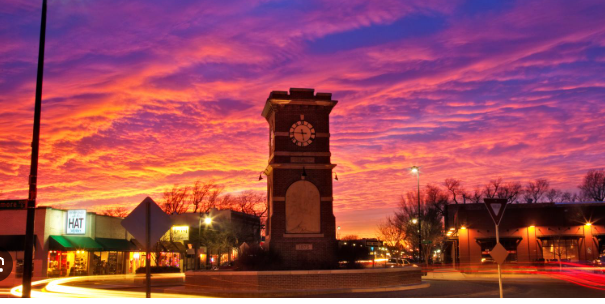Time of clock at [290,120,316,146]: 5:45
